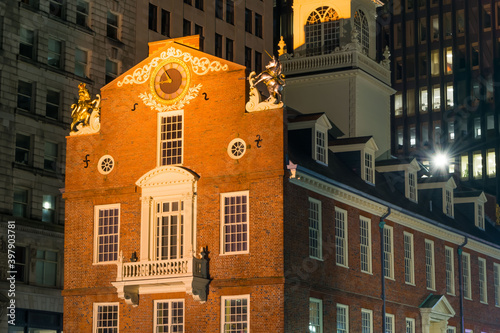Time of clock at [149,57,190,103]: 8:54
